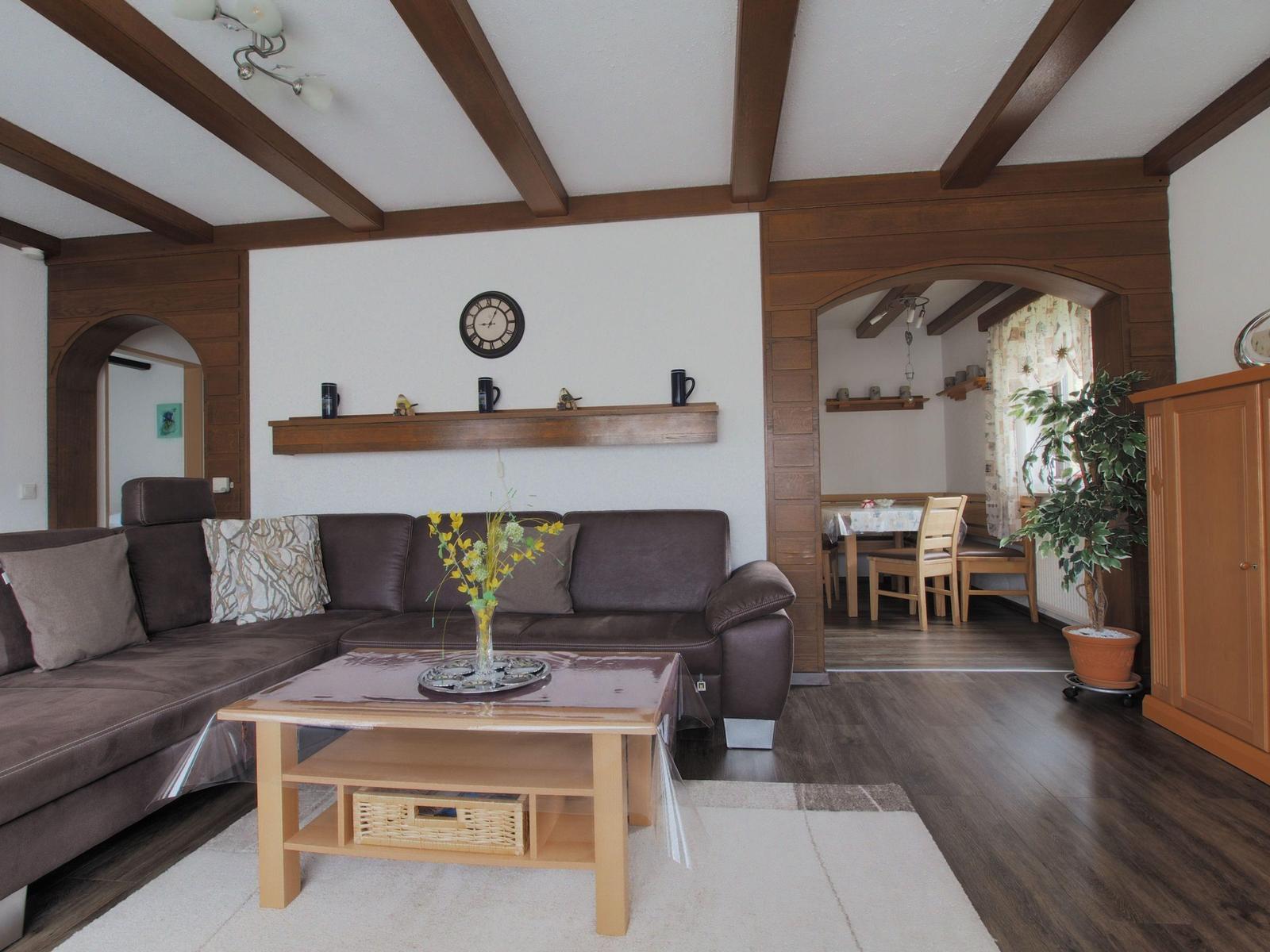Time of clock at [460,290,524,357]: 9:04
